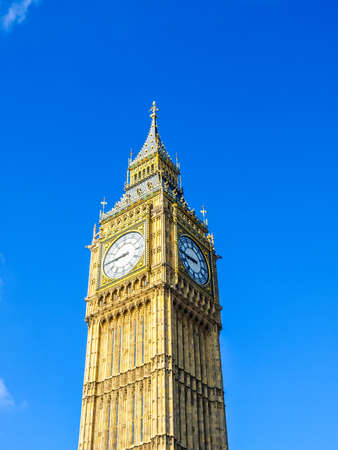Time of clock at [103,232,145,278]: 8:44
